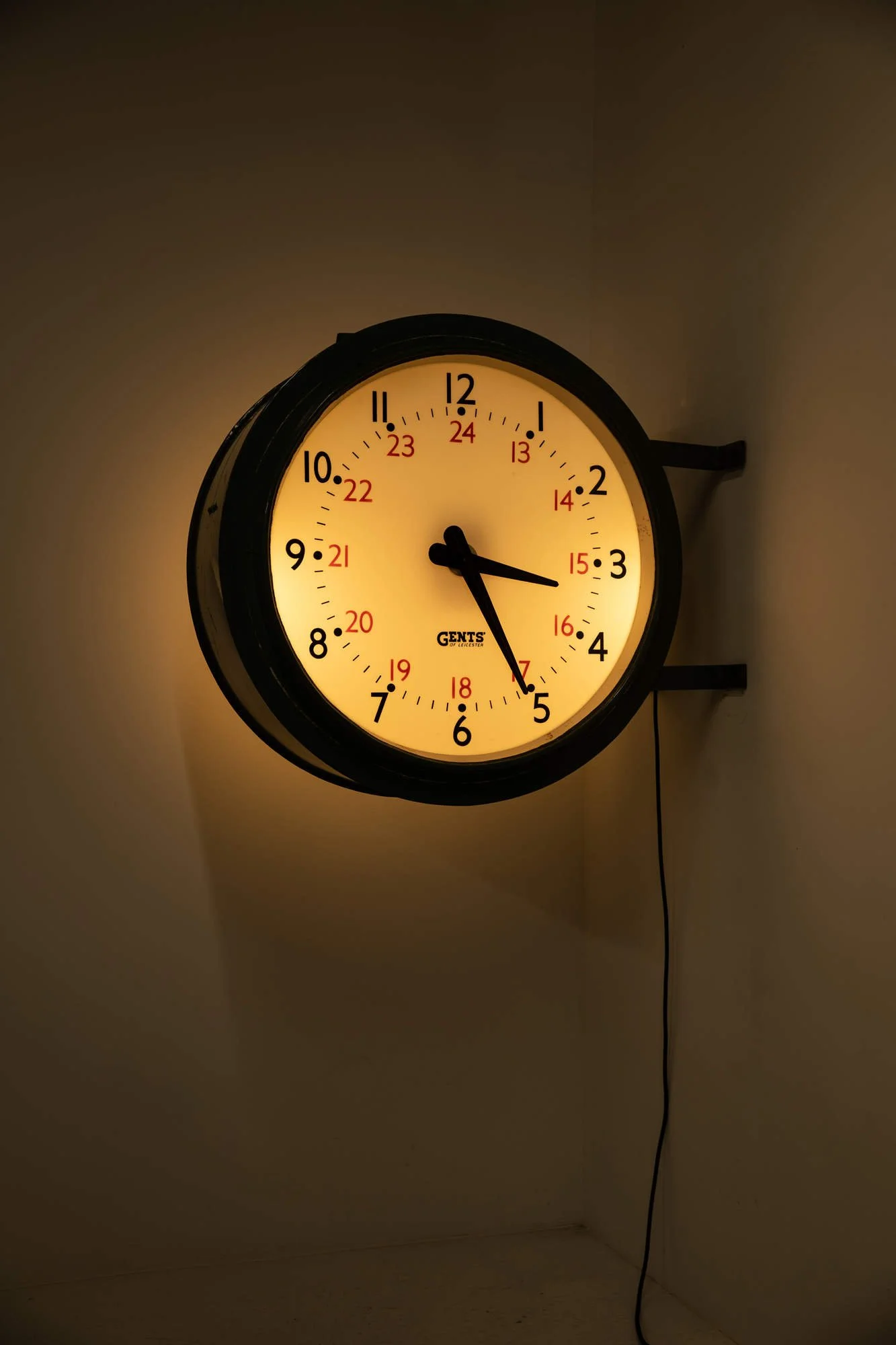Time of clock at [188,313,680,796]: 3:25
